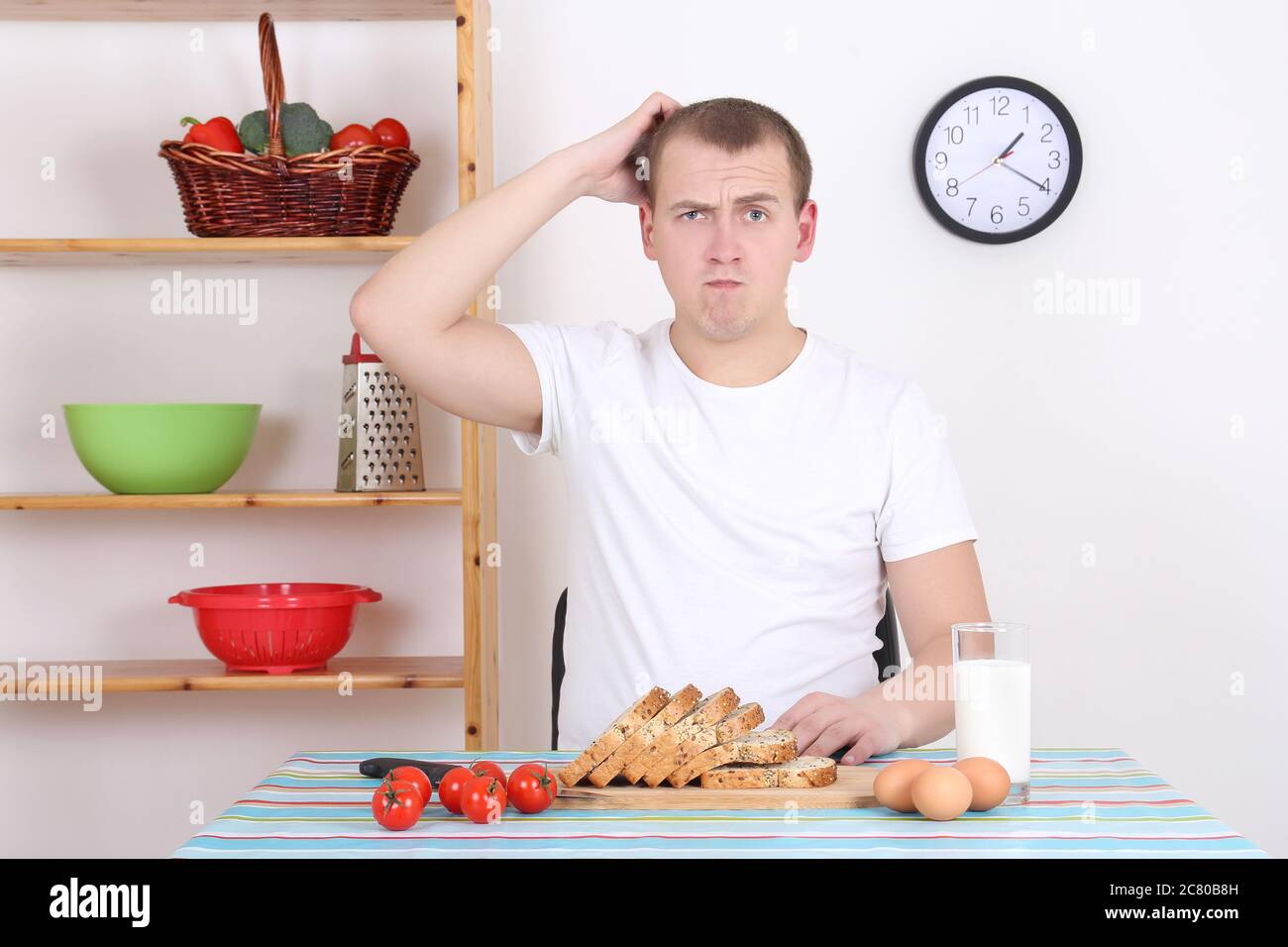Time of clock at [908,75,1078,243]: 1:20
